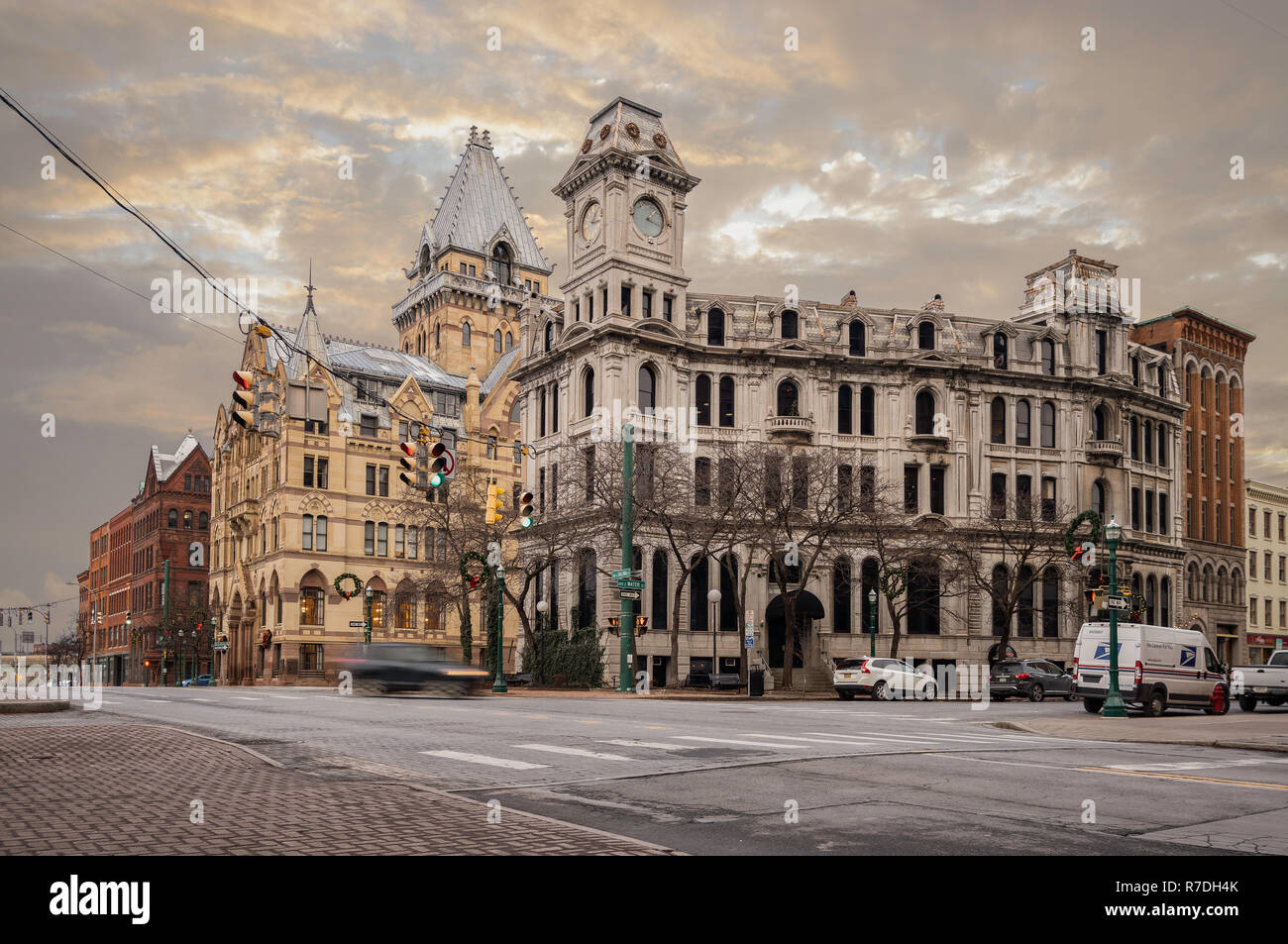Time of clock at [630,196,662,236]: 1:18
